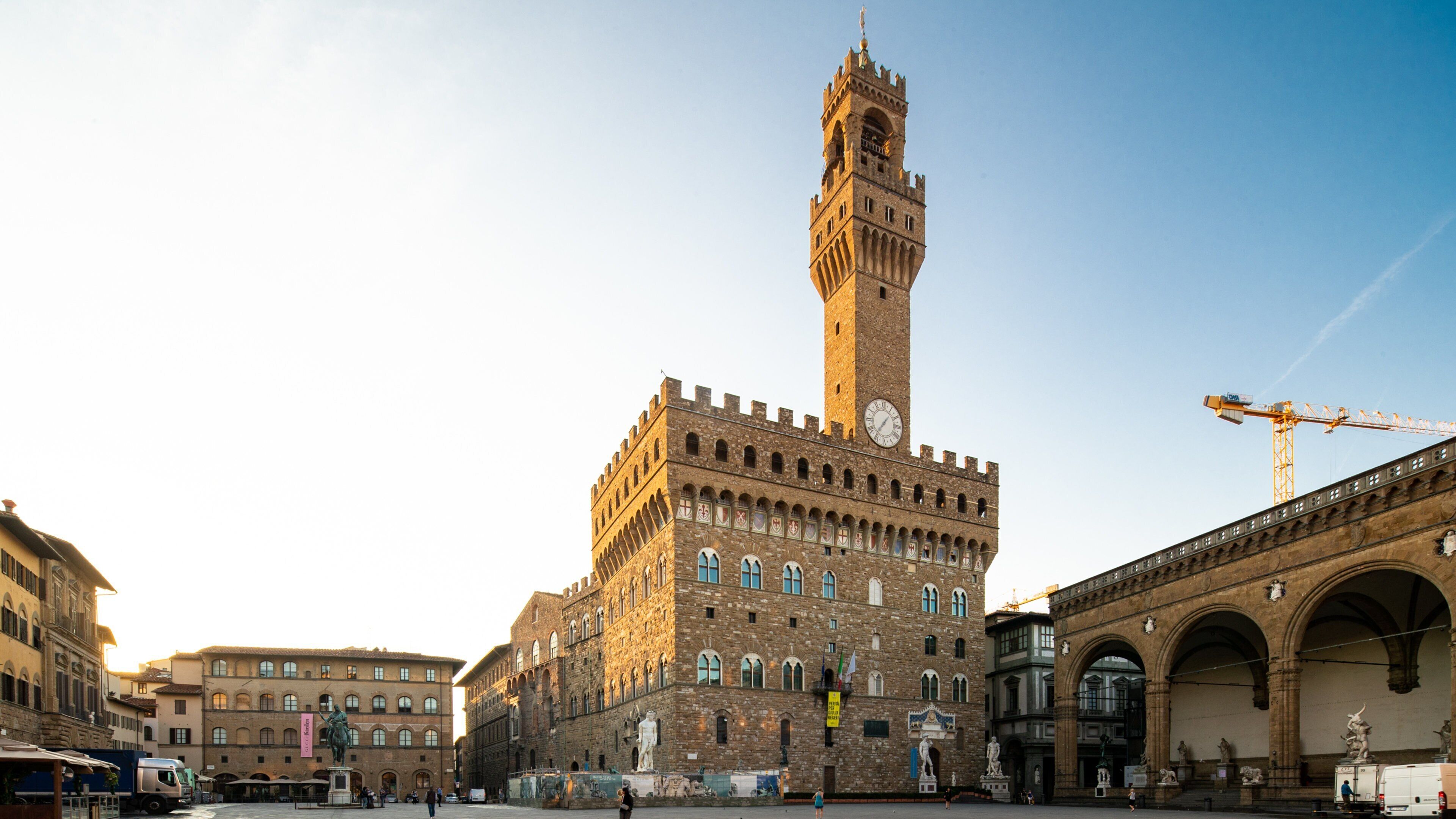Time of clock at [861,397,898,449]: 1:36
